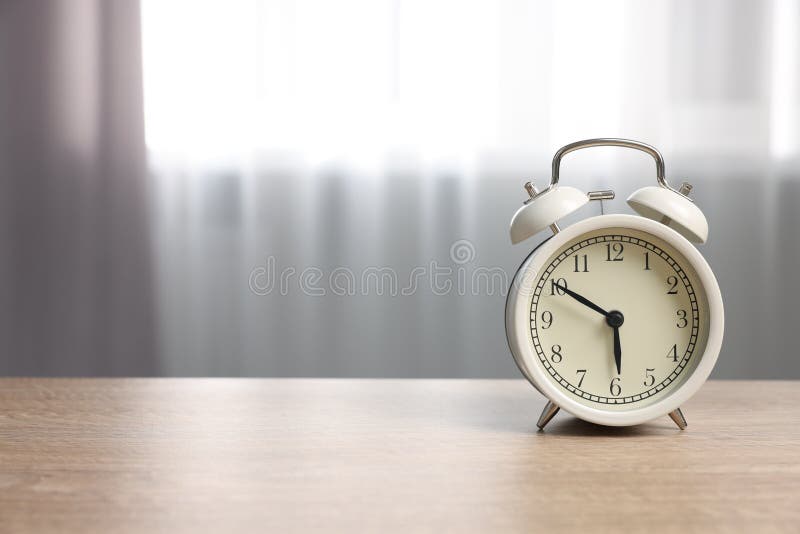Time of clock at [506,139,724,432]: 5:50
